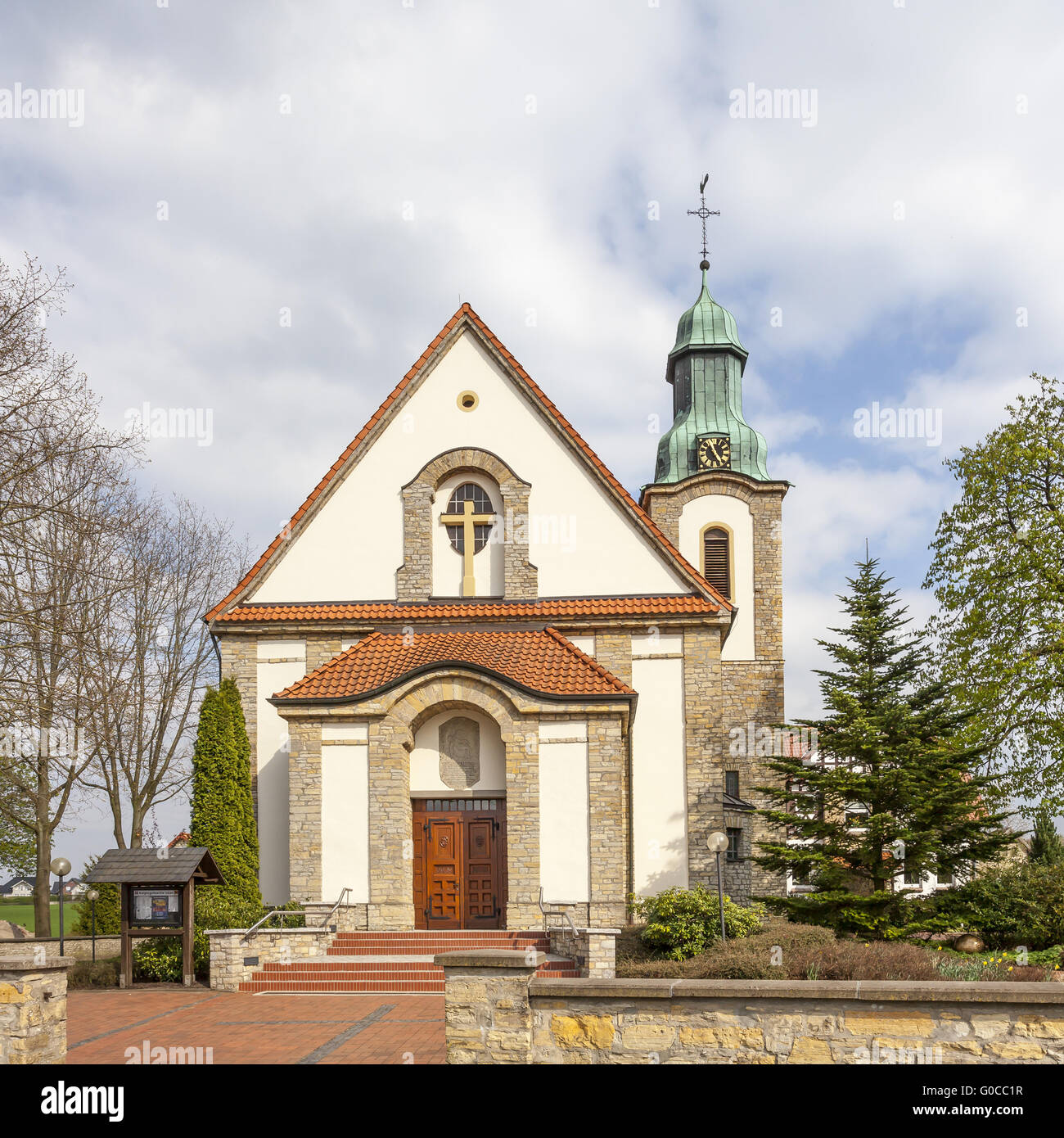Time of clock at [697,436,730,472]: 11:24
